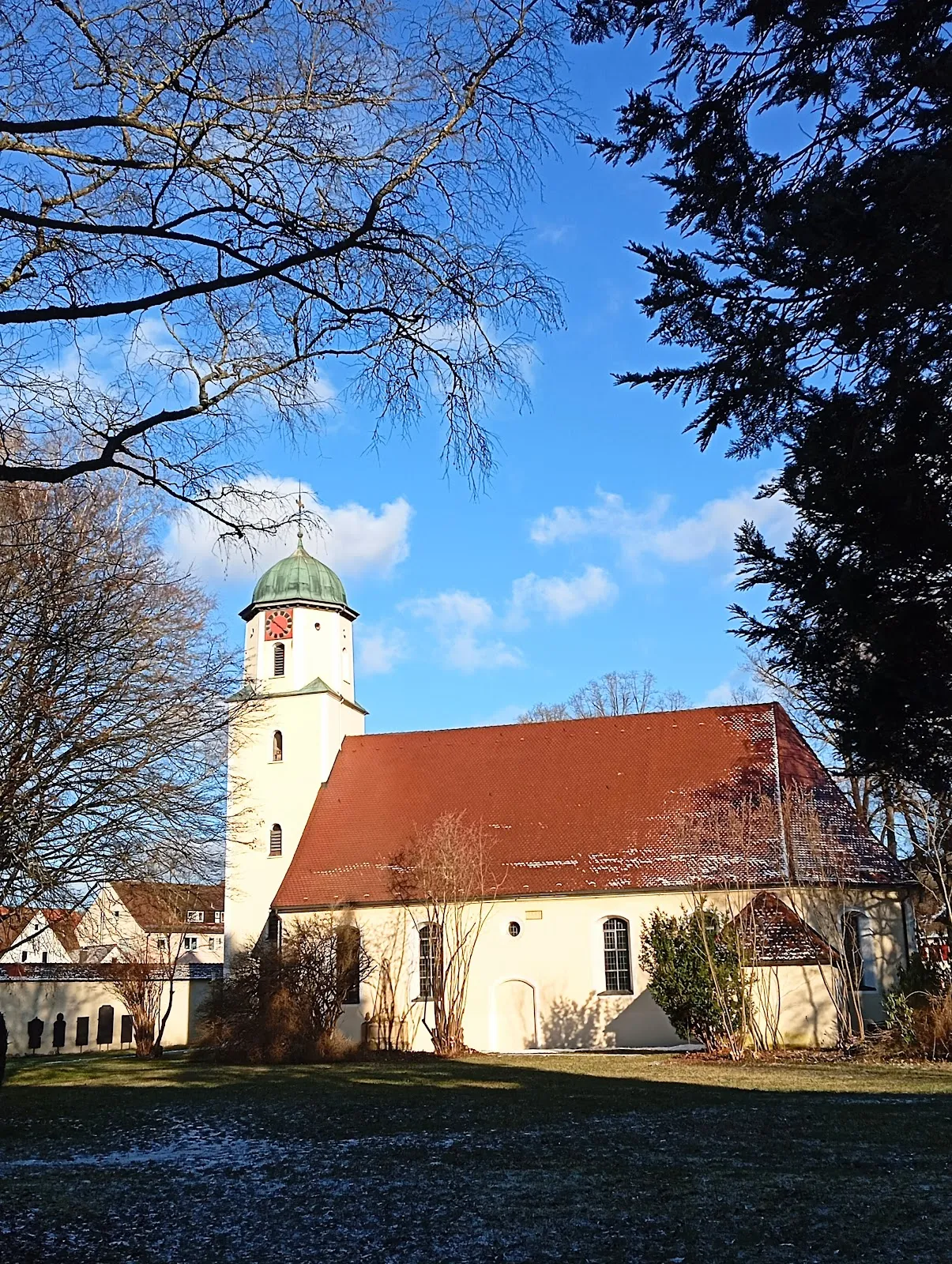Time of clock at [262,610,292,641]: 10:21
